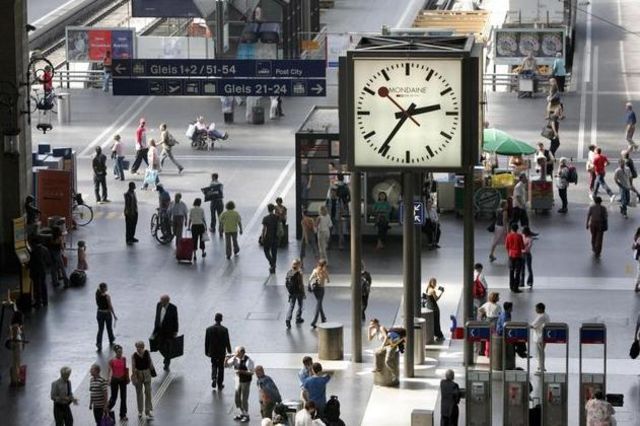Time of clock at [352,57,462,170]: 2:35
